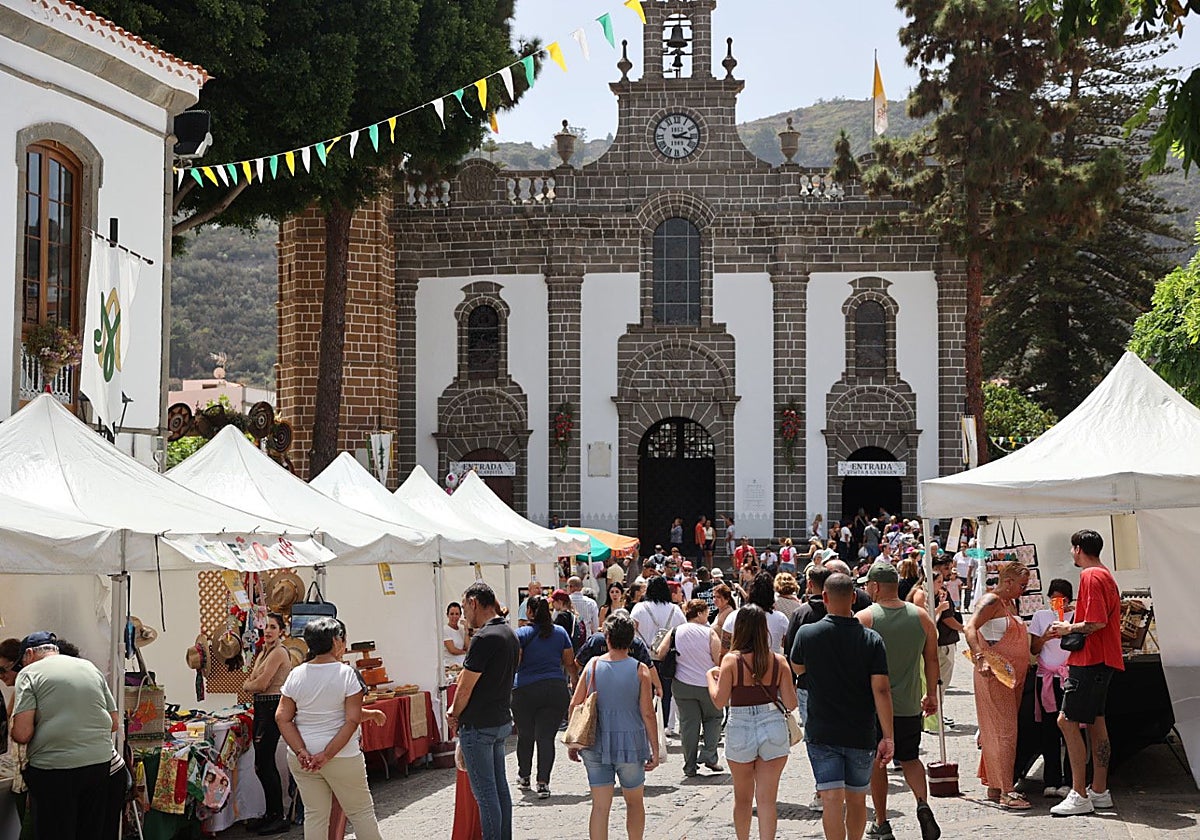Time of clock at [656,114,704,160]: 2:16
